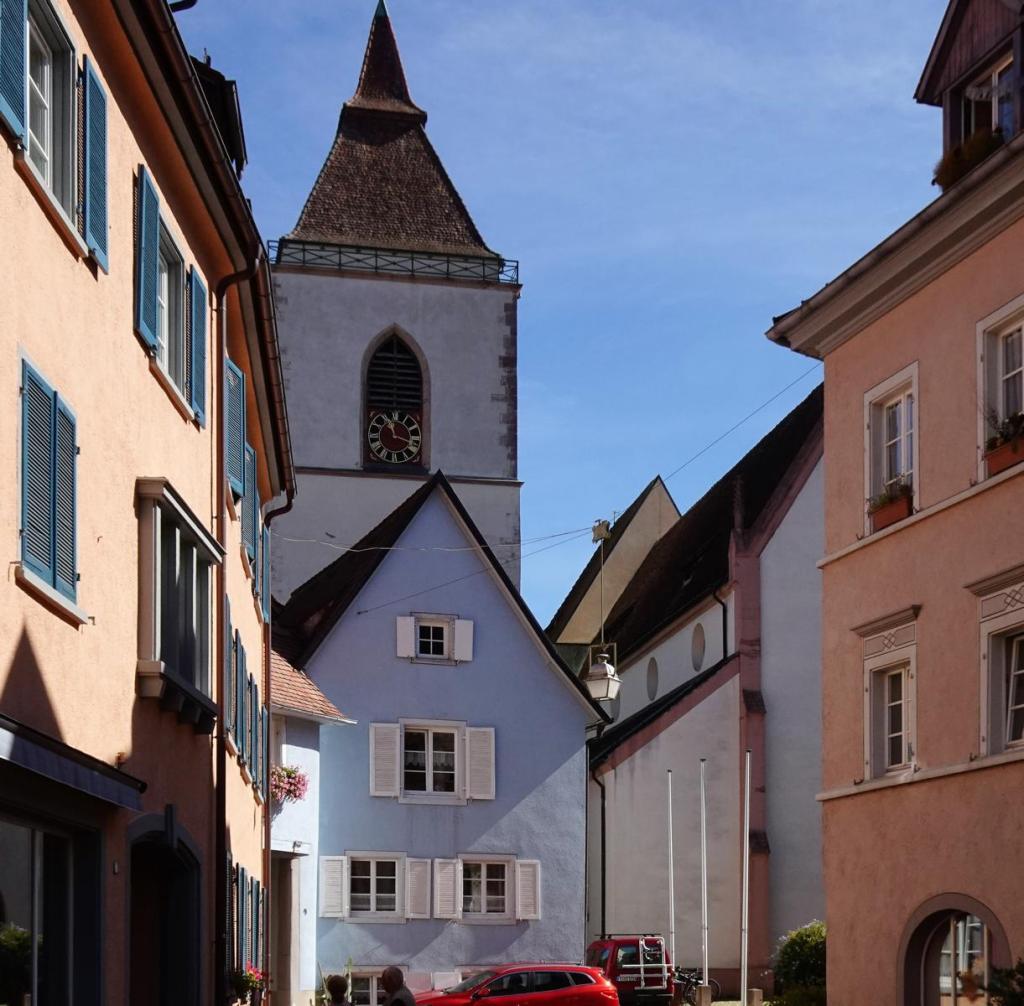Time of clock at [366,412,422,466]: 11:18
